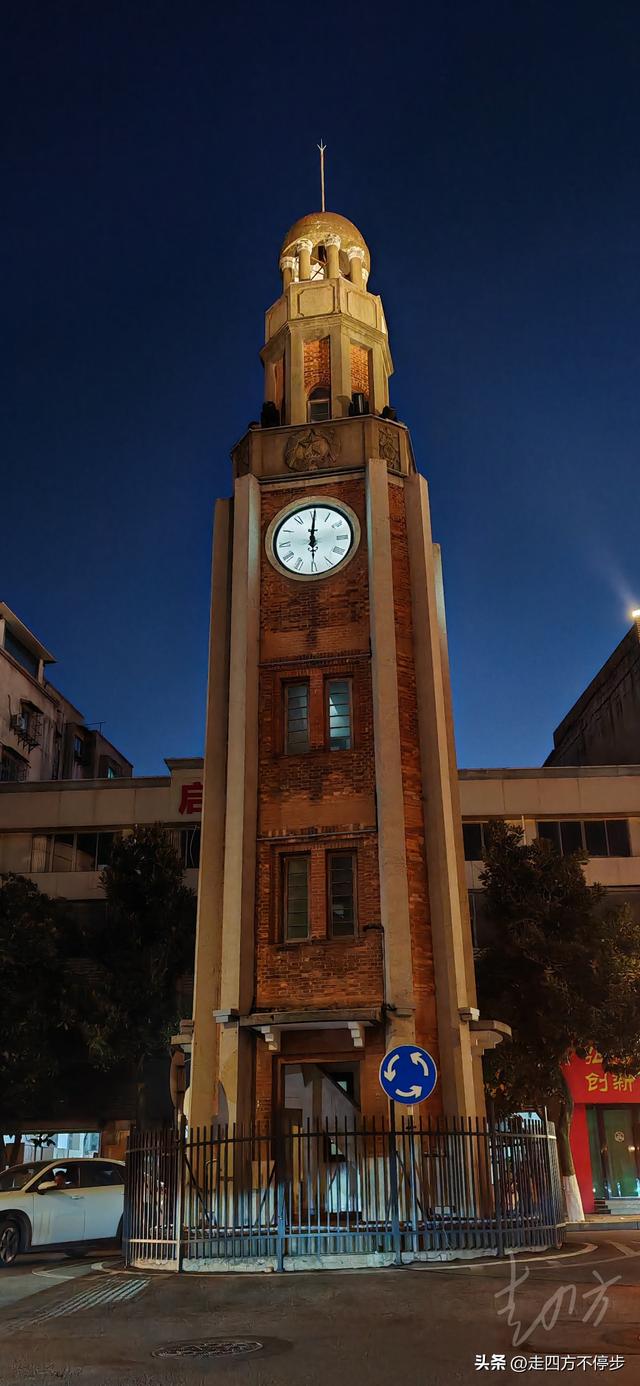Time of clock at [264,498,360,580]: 6:00
